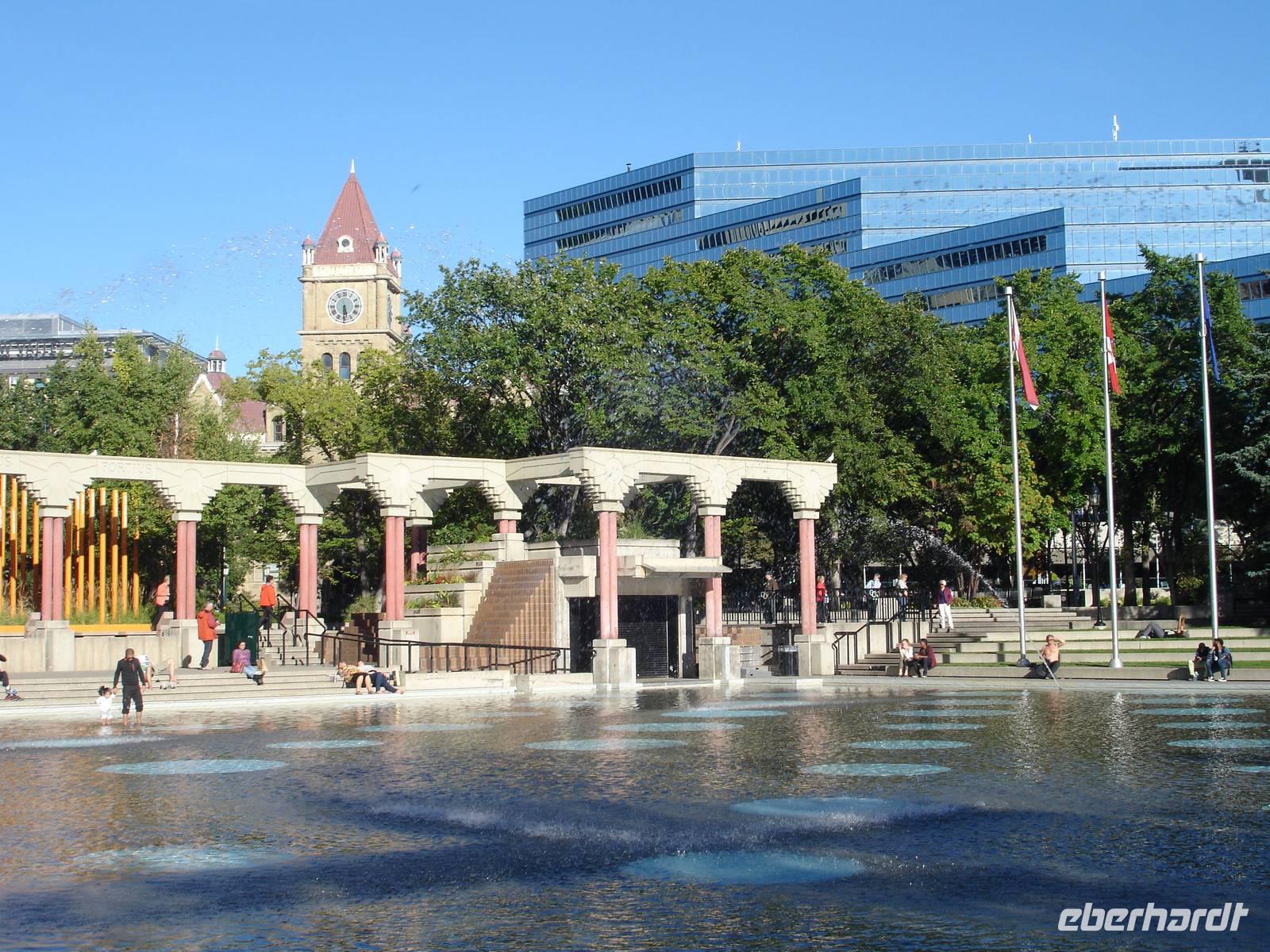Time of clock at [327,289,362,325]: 5:30
